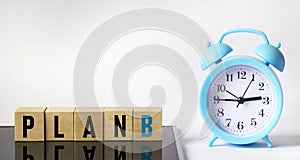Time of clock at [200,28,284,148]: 2:45
